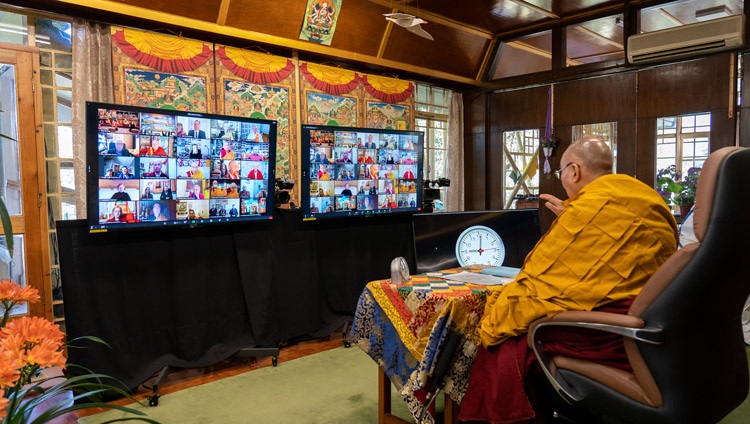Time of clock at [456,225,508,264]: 9:01
